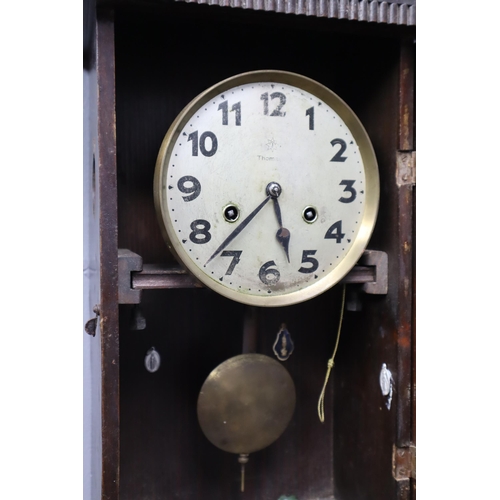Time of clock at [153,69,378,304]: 5:37
